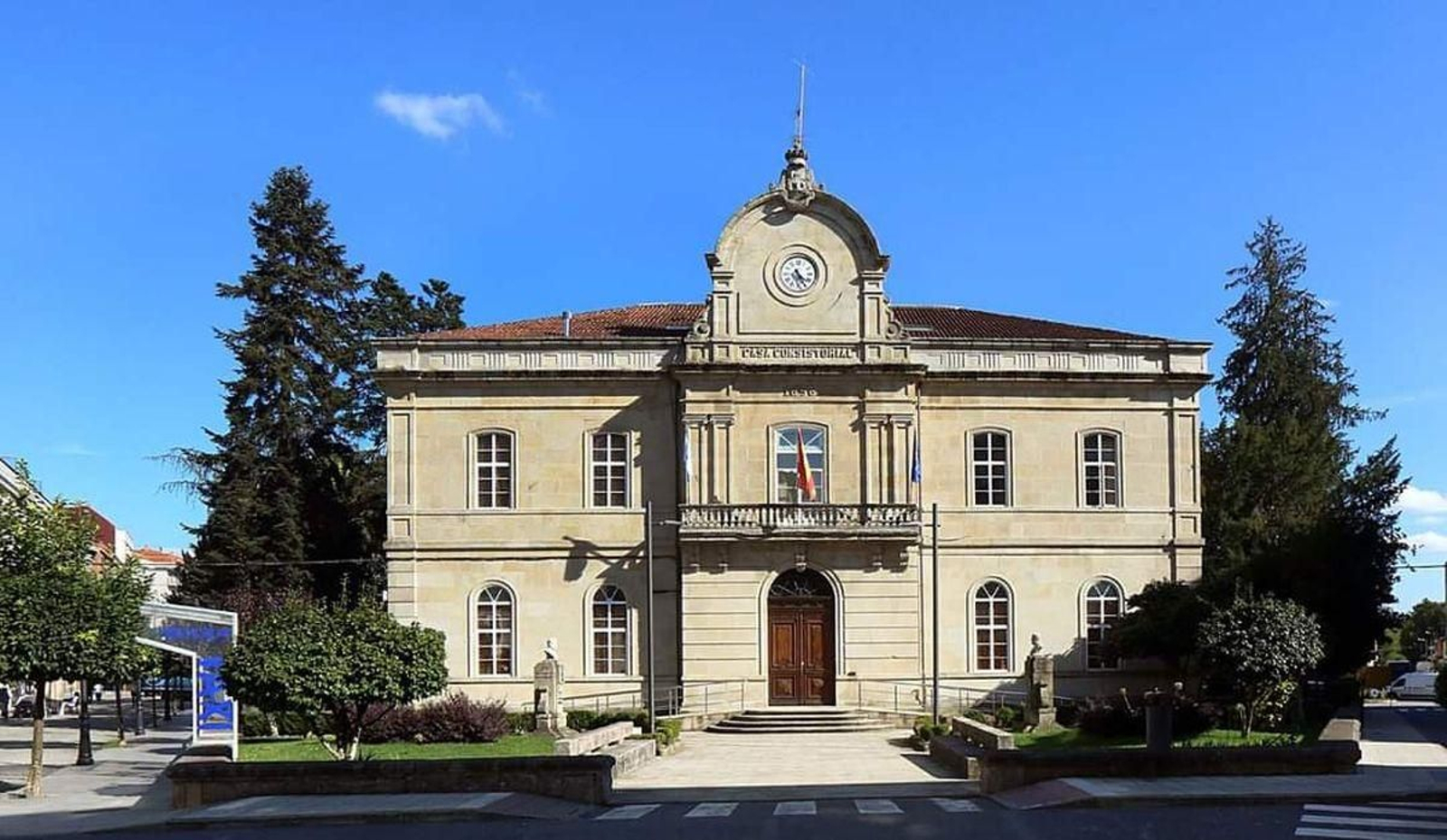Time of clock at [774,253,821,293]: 4:25
